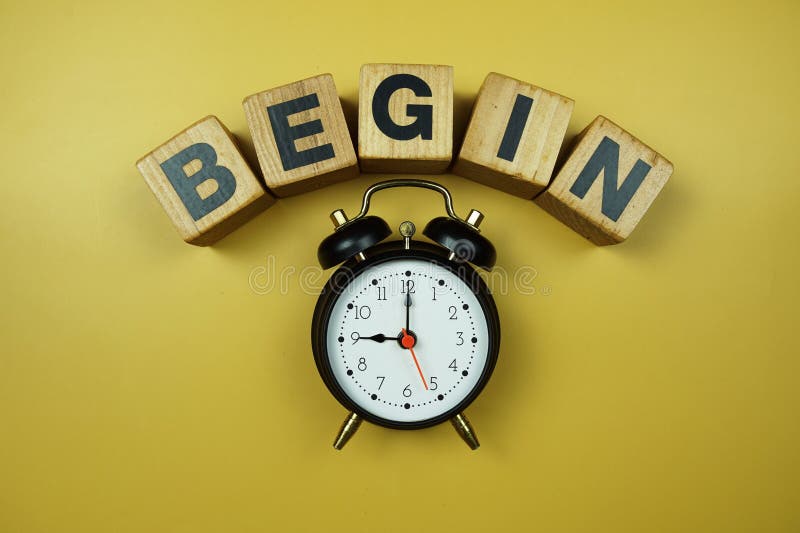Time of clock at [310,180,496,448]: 9:00
